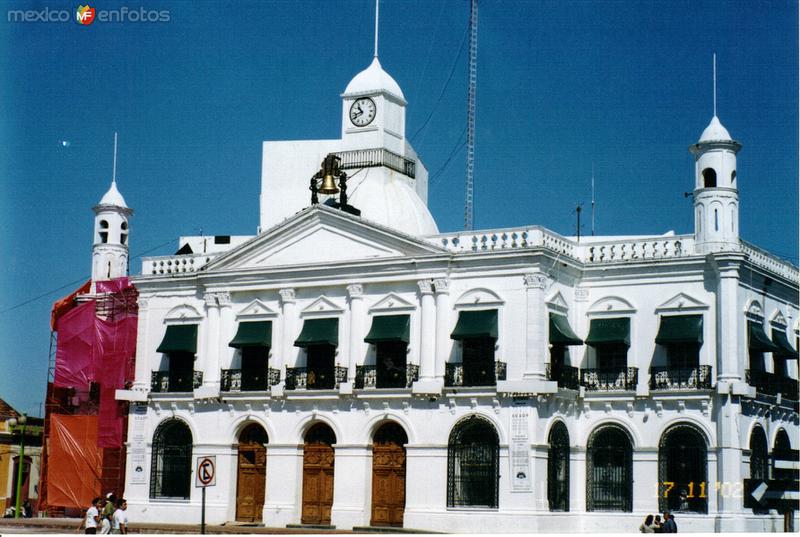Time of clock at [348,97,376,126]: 10:42
